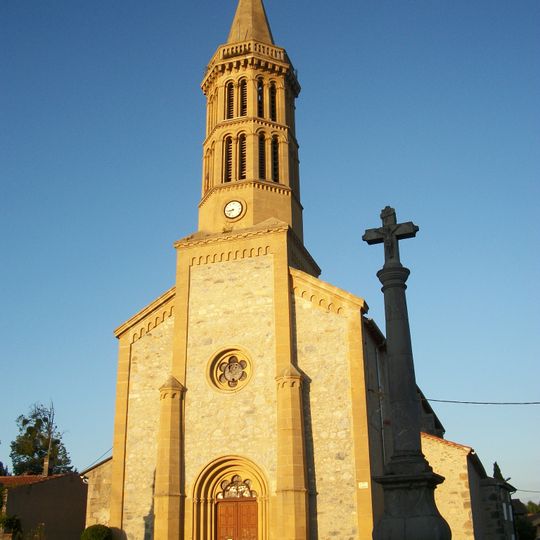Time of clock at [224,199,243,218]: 8:36
